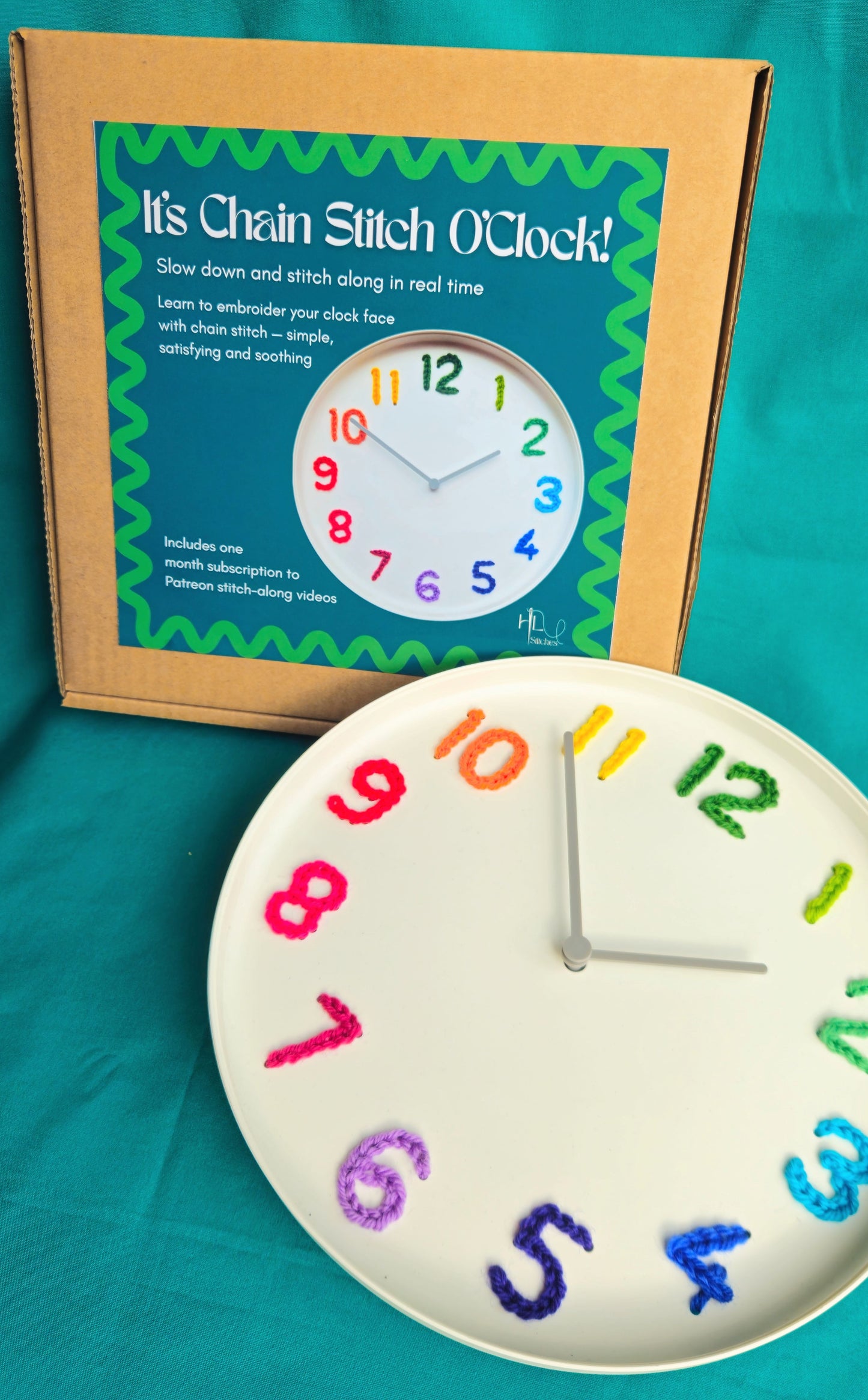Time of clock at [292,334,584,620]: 1:50
